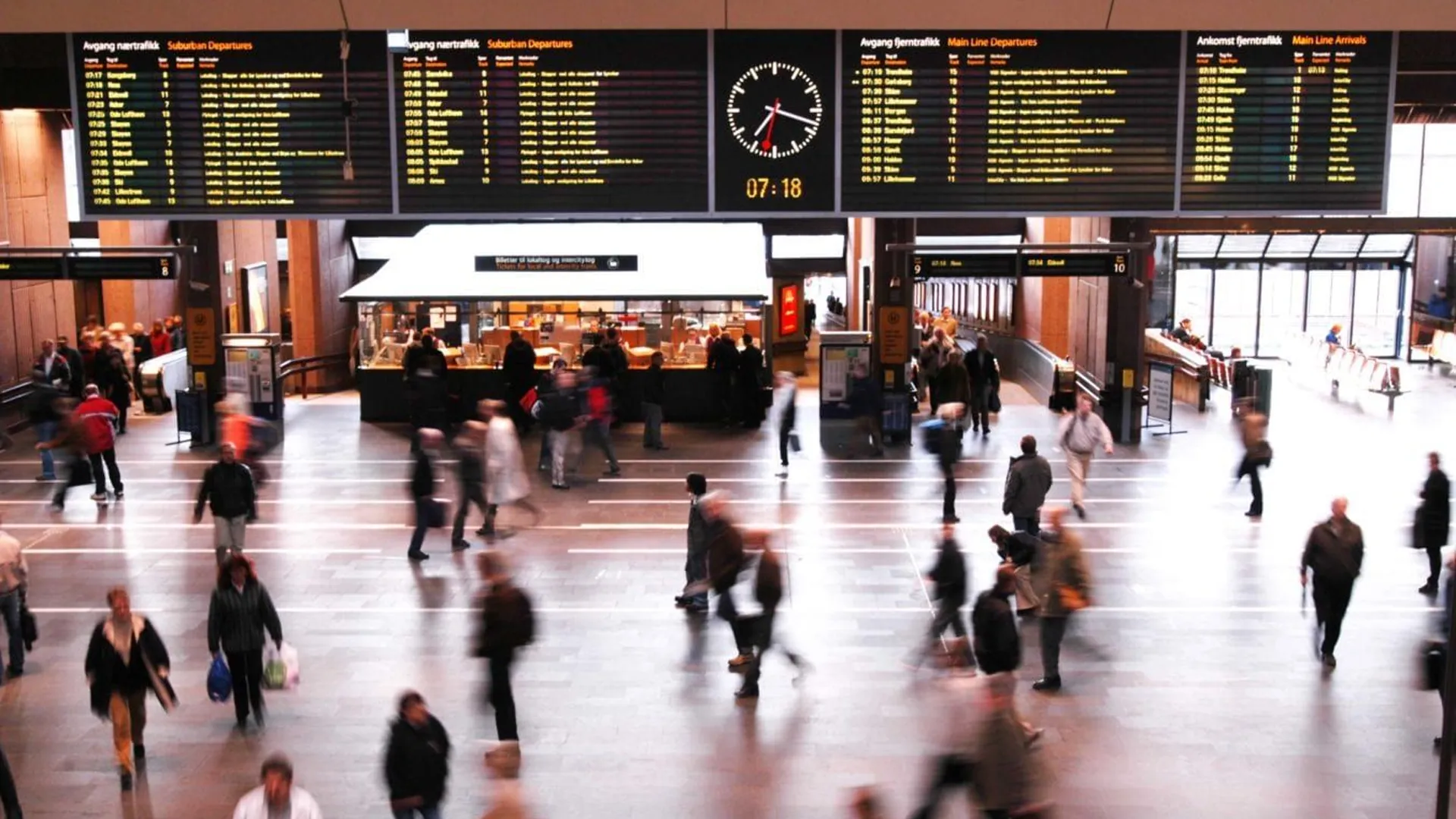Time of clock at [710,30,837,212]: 7:18
